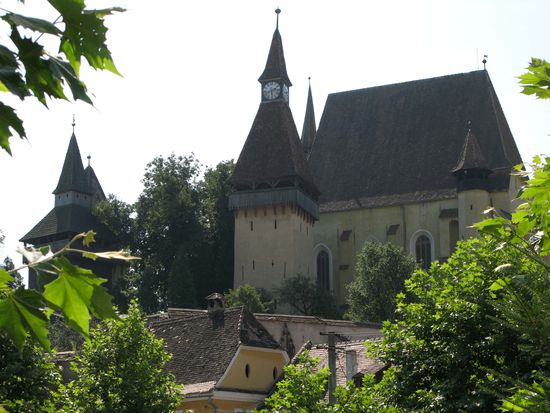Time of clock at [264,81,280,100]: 2:29
